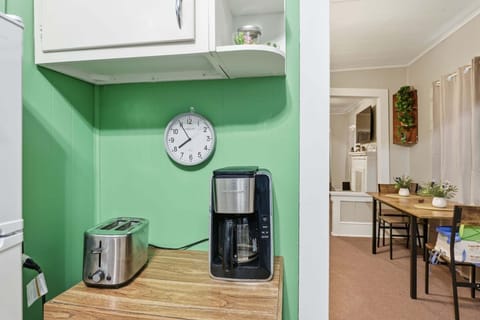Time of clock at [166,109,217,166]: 7:55
